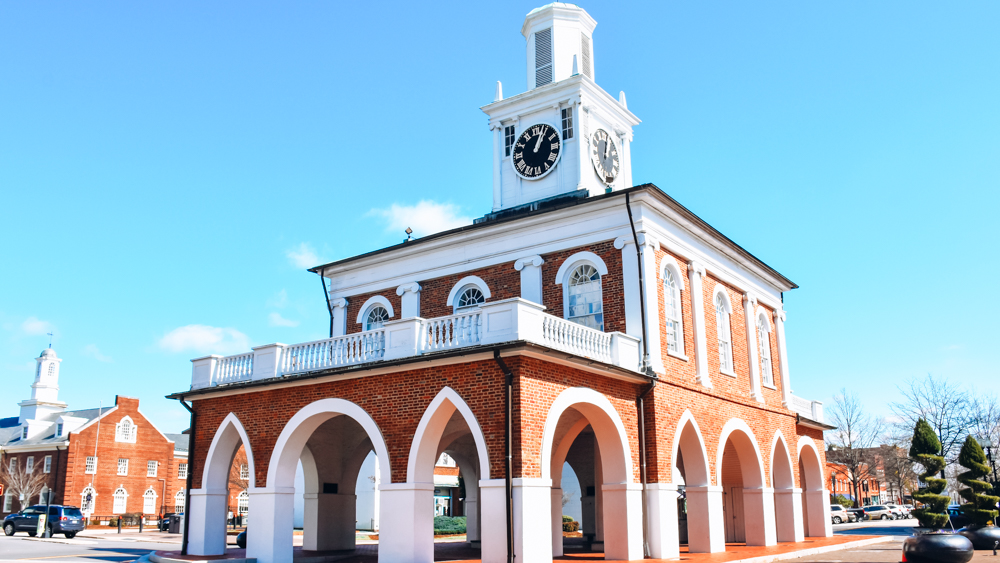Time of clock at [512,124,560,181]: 1:03
